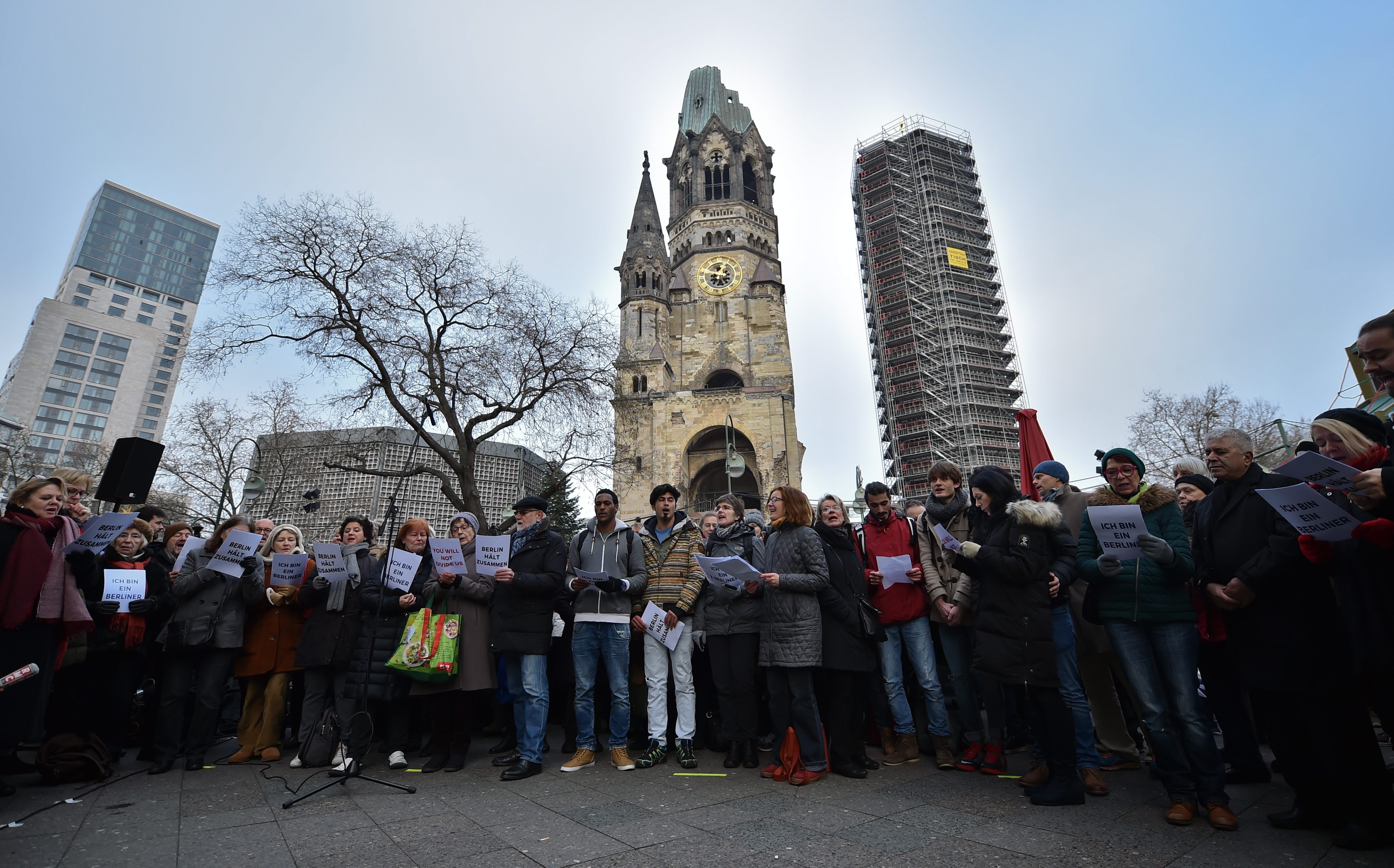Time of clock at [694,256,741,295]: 6:47
